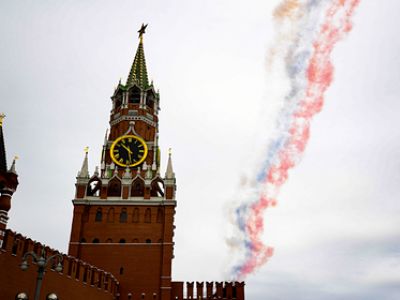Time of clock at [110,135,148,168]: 10:28
